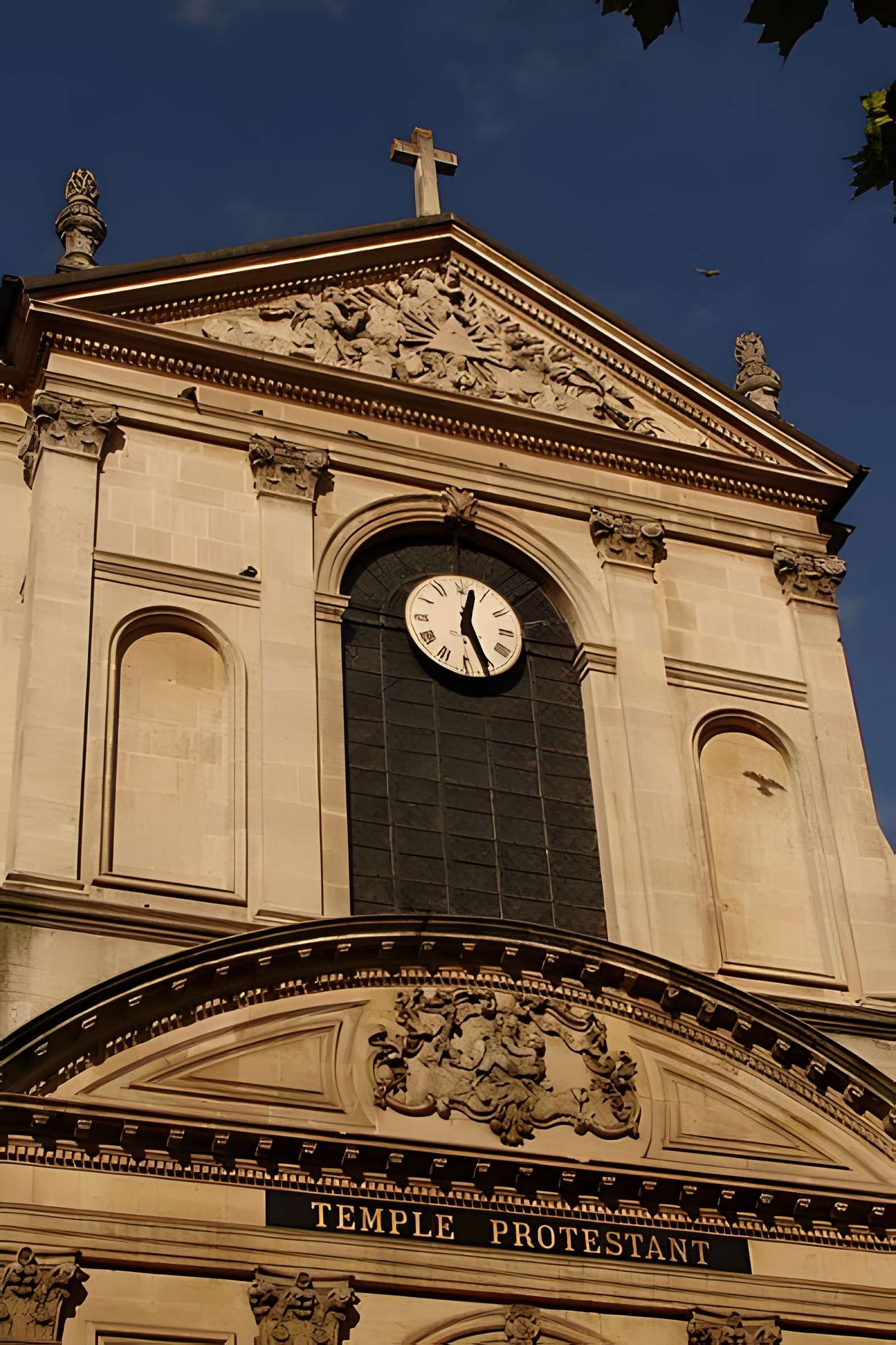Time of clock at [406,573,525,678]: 12:26
